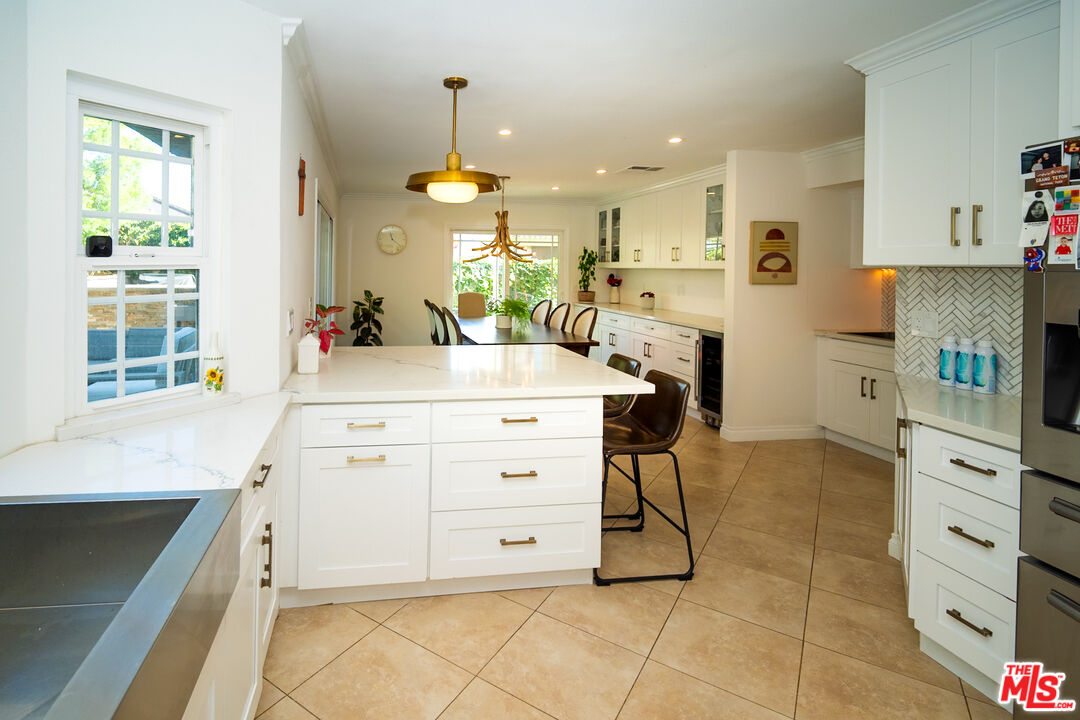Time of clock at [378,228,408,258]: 11:21
